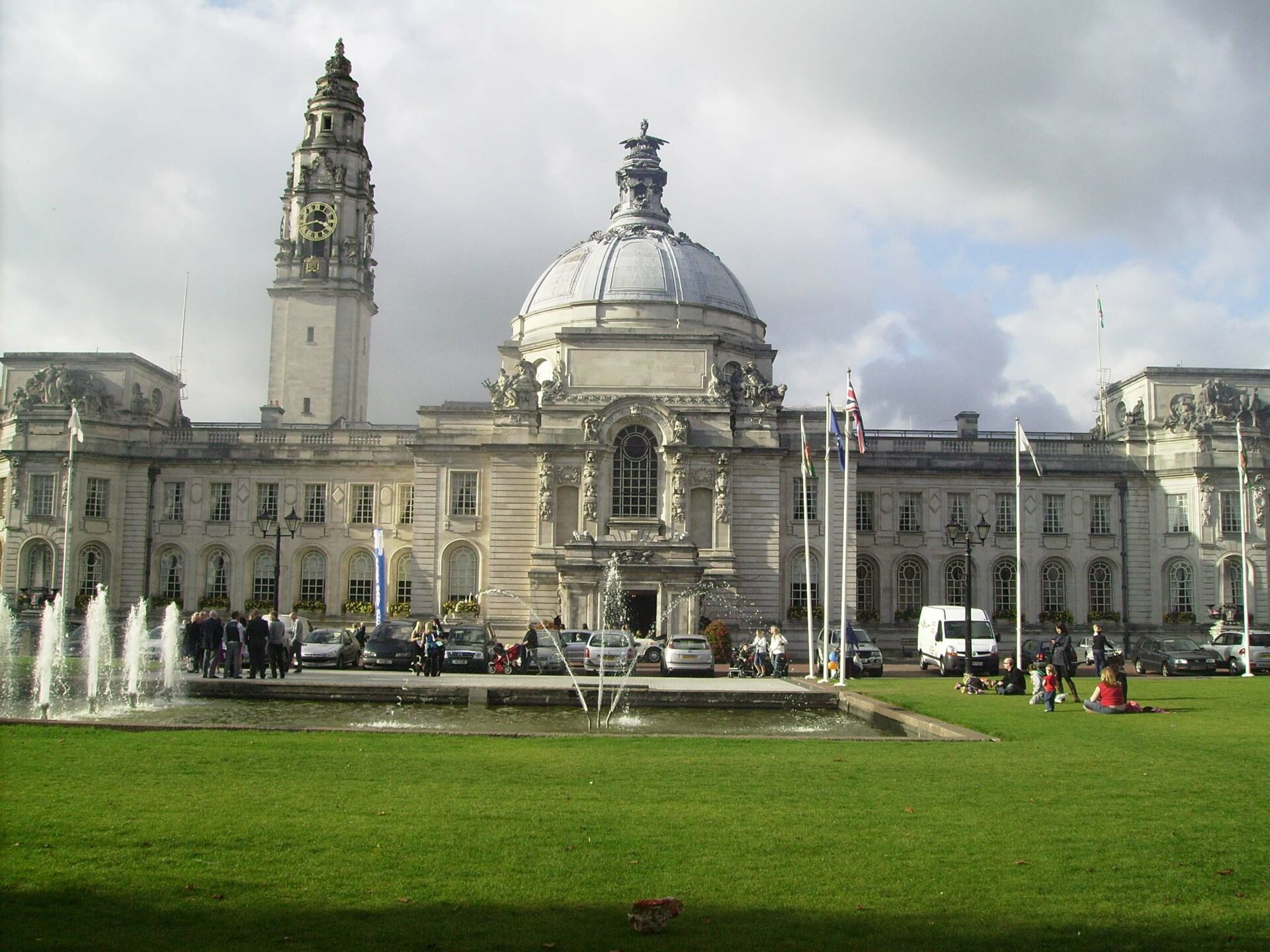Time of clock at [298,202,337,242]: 3:40
